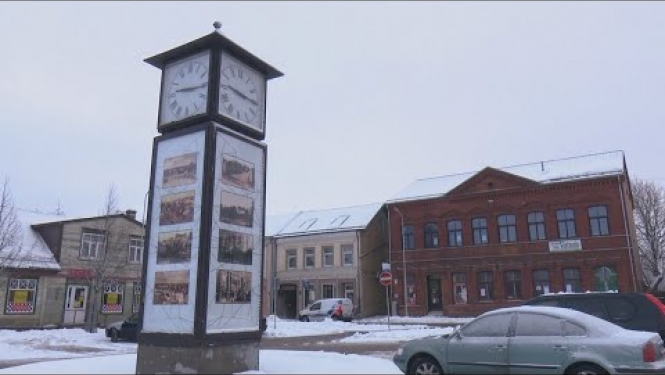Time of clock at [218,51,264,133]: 9:15
